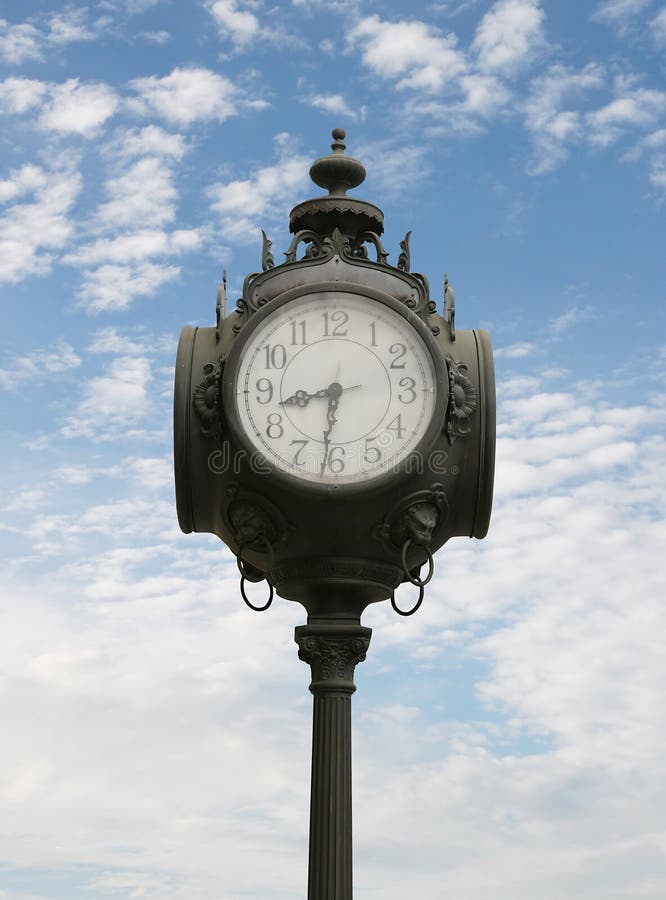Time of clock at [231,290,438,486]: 8:31
